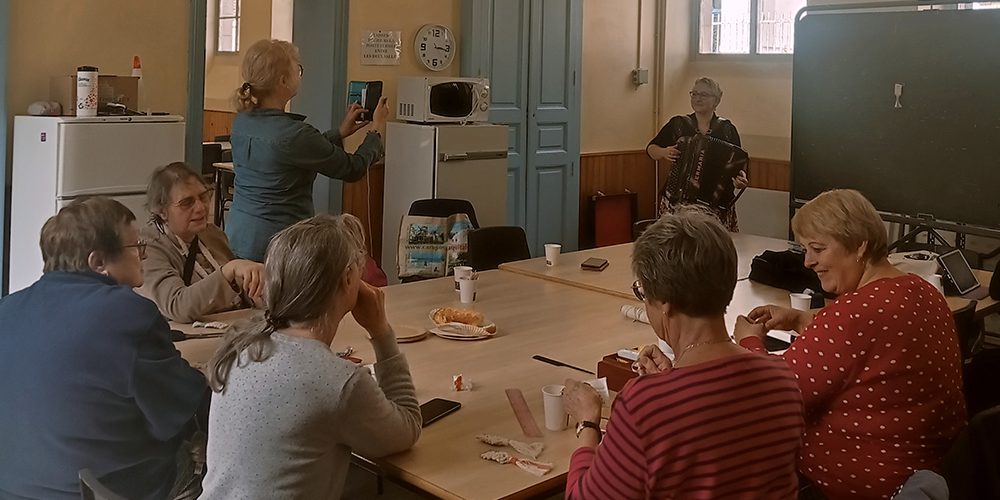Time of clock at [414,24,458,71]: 3:16
